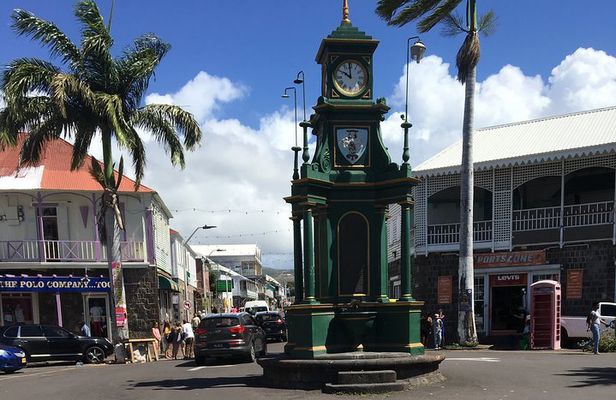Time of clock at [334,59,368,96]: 9:59
